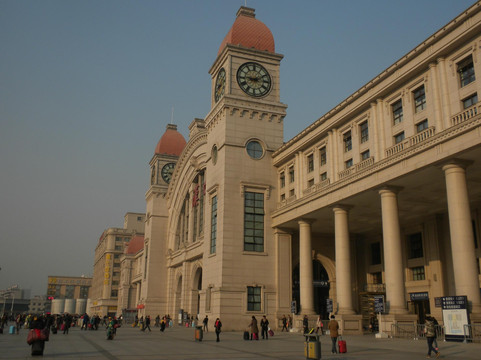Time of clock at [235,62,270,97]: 9:10
